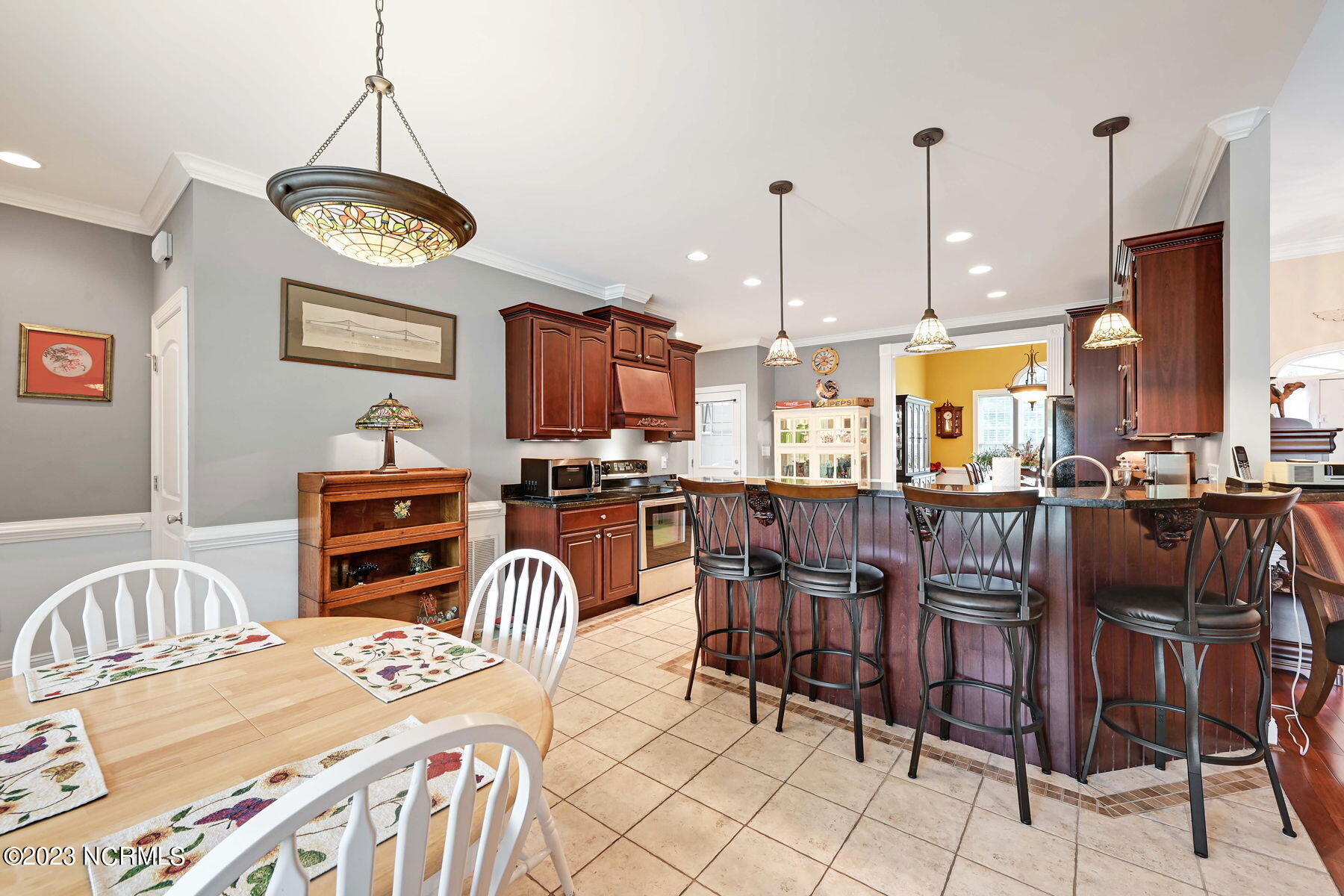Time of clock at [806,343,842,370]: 3:40
